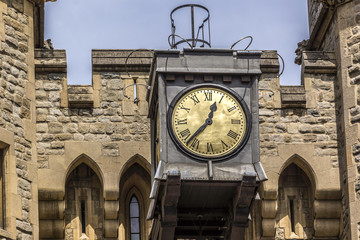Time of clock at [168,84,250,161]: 12:37
